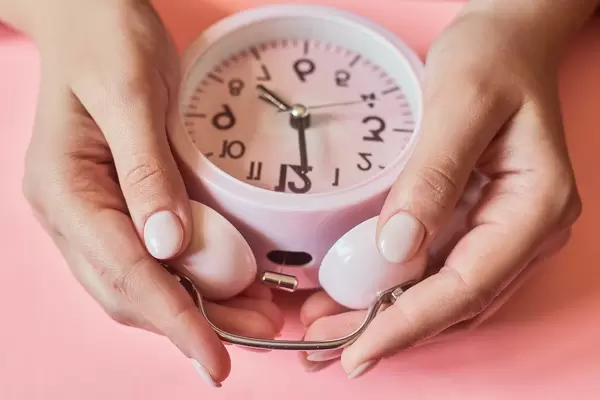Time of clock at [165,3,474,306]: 10:28
